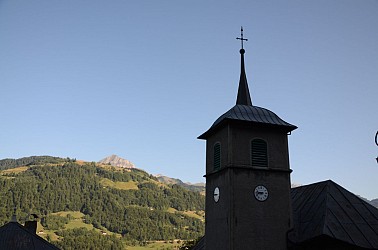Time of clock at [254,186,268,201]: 8:47
